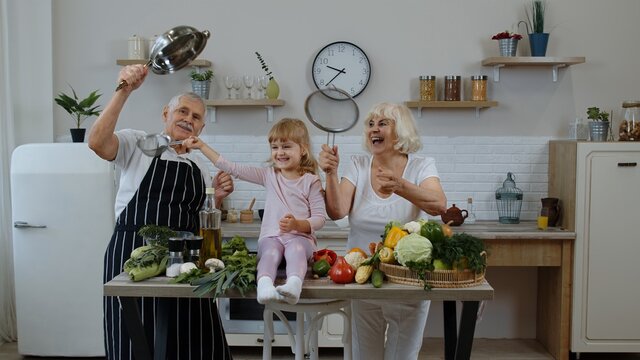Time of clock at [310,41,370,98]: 9:37
